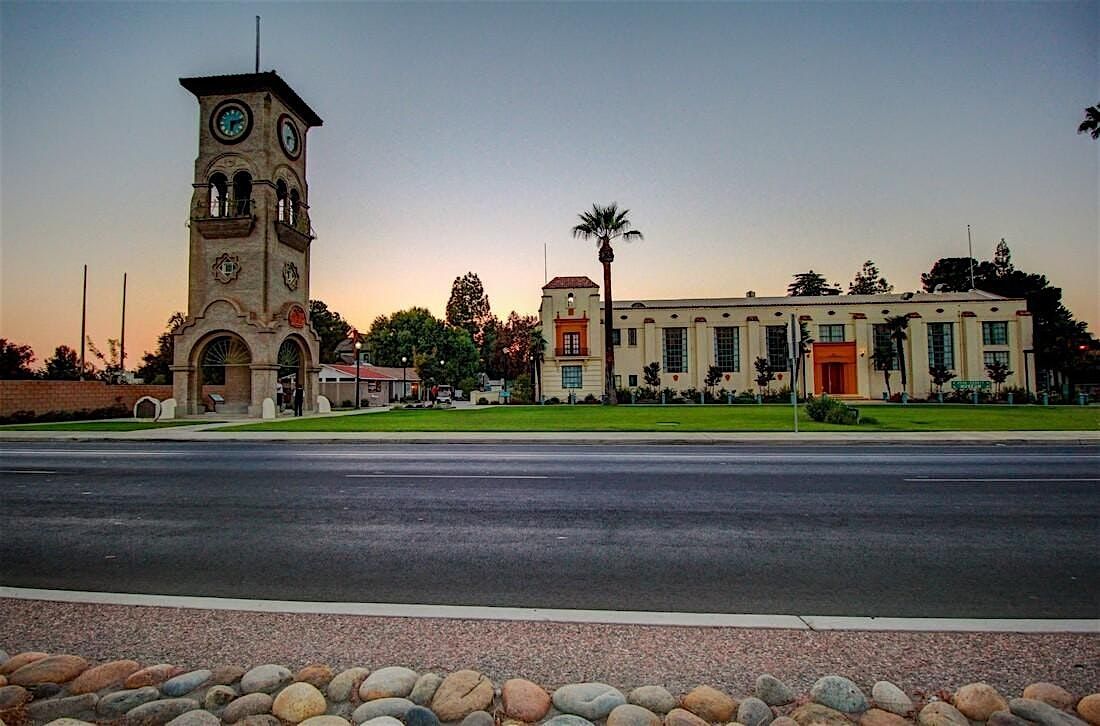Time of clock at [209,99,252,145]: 6:13
